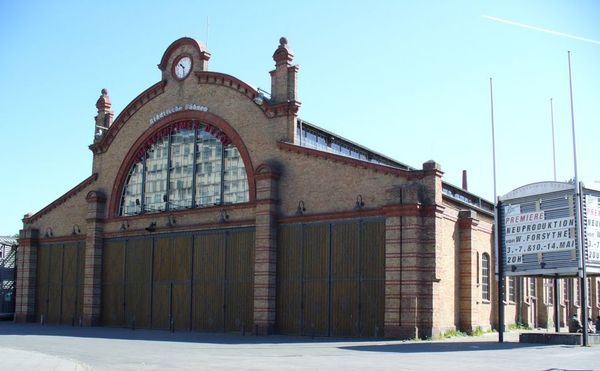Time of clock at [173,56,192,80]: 10:28
